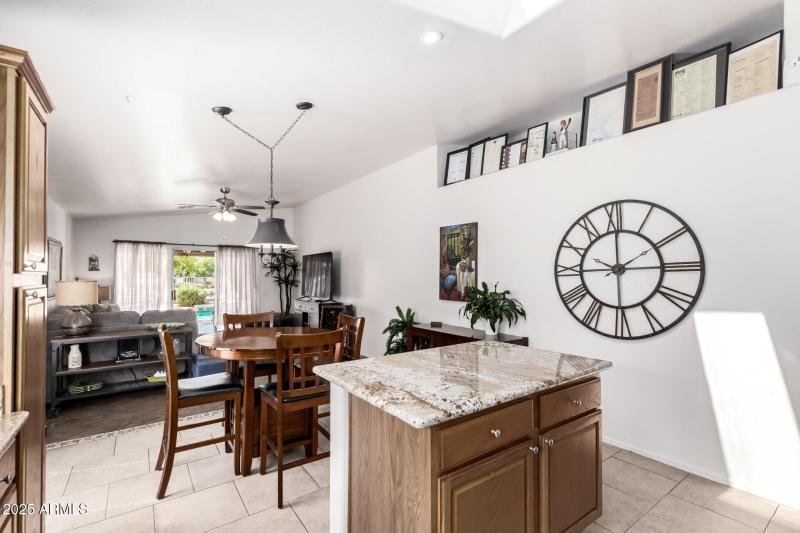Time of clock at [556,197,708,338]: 2:00
